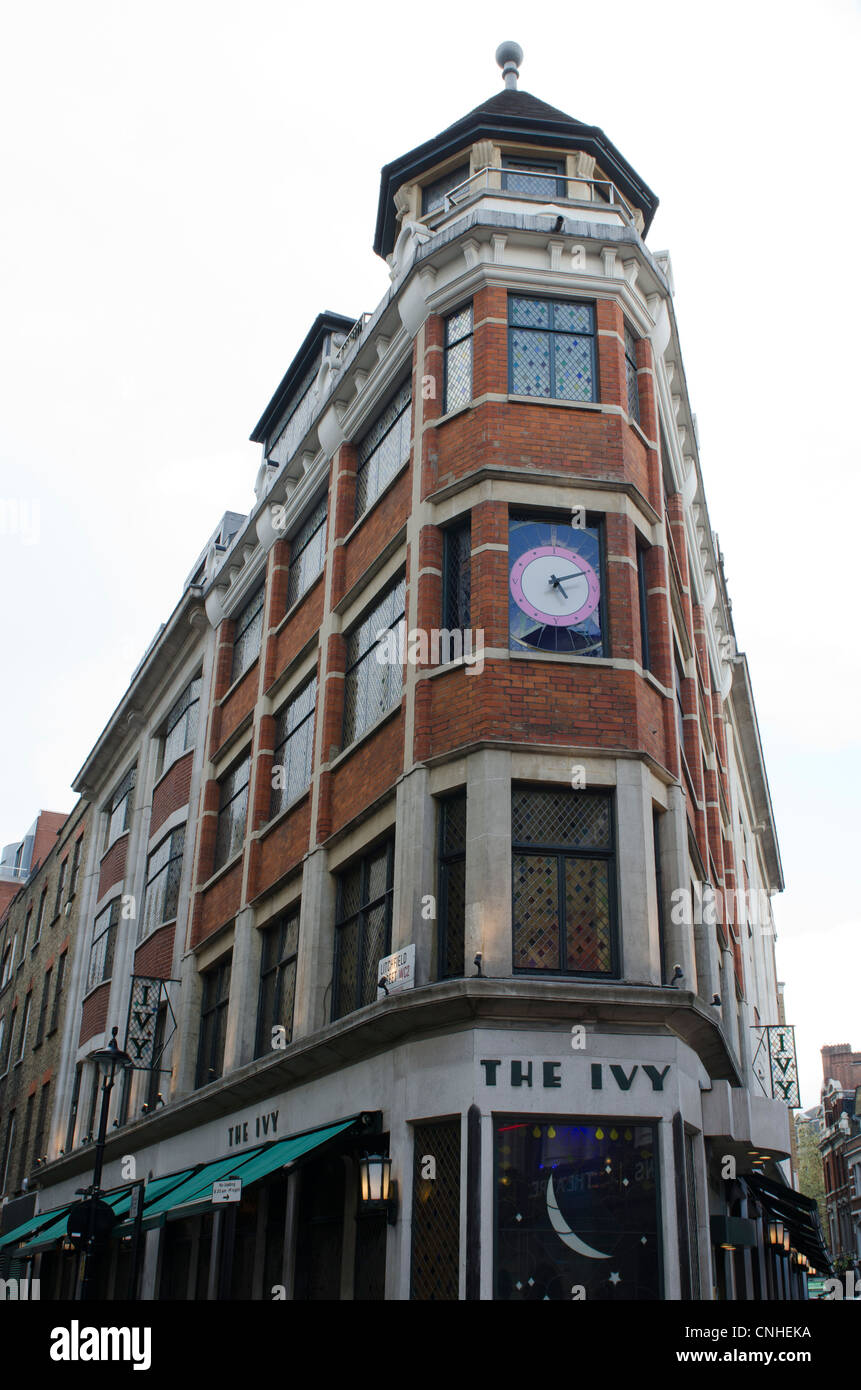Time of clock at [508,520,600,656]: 5:11
